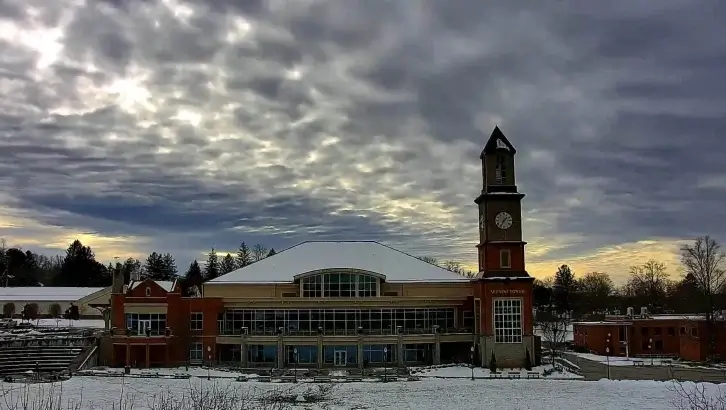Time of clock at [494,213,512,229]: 1:34
